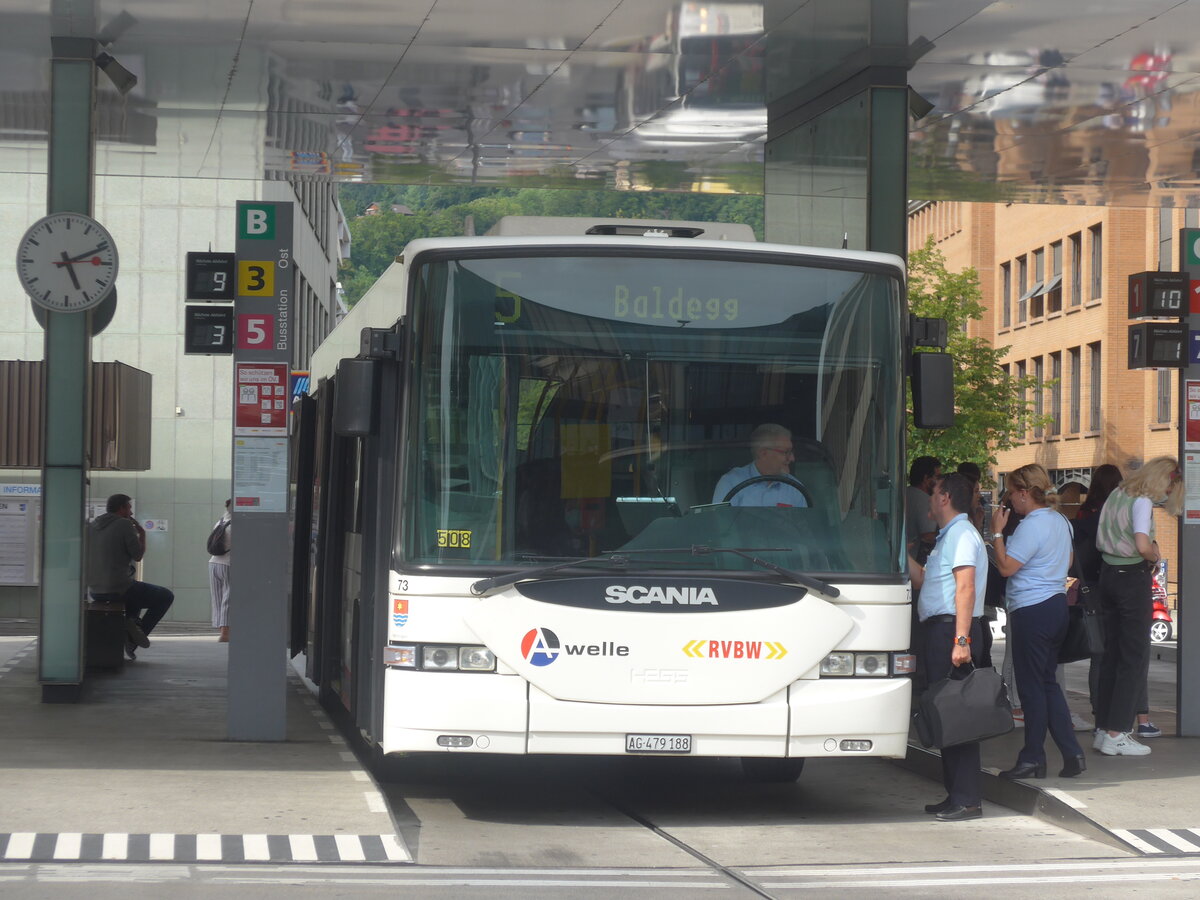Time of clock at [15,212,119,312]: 5:11
